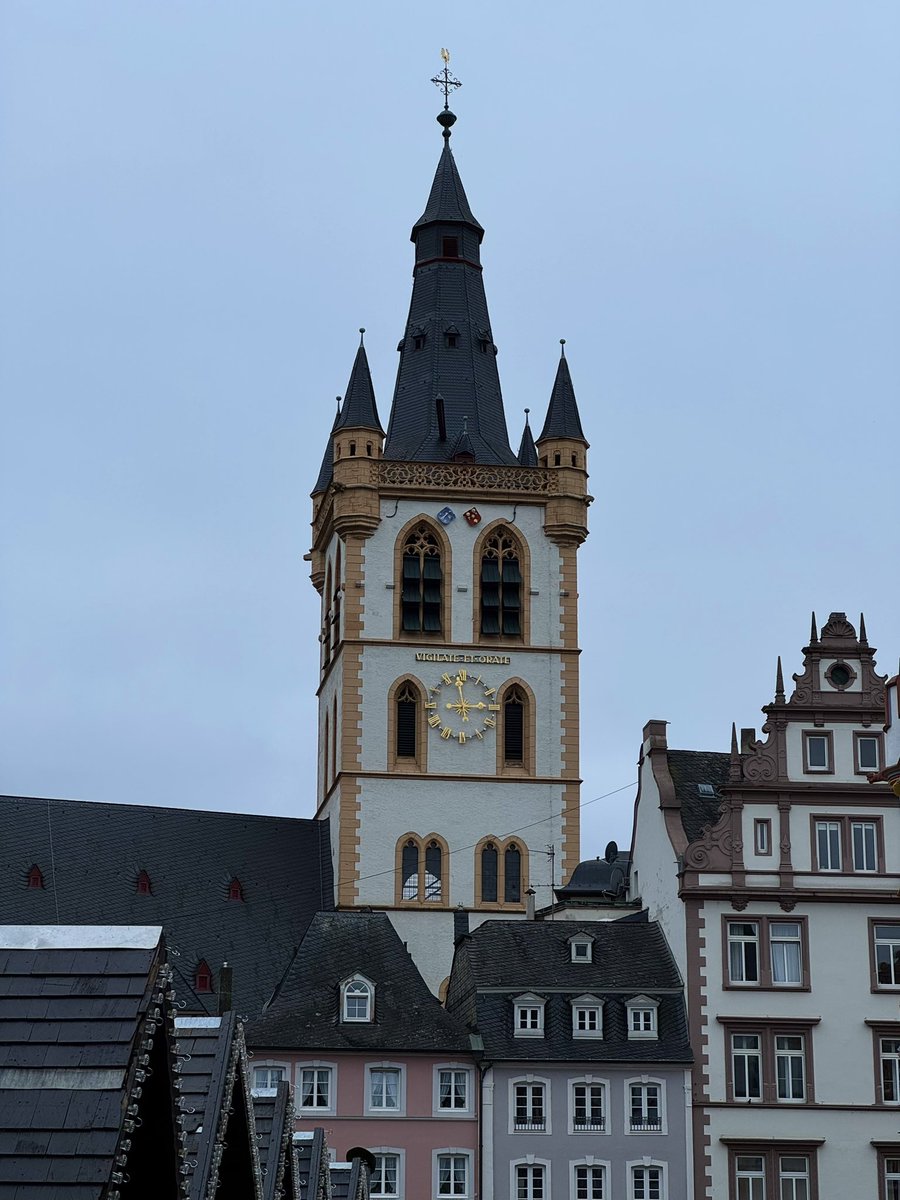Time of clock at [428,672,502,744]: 2:58
